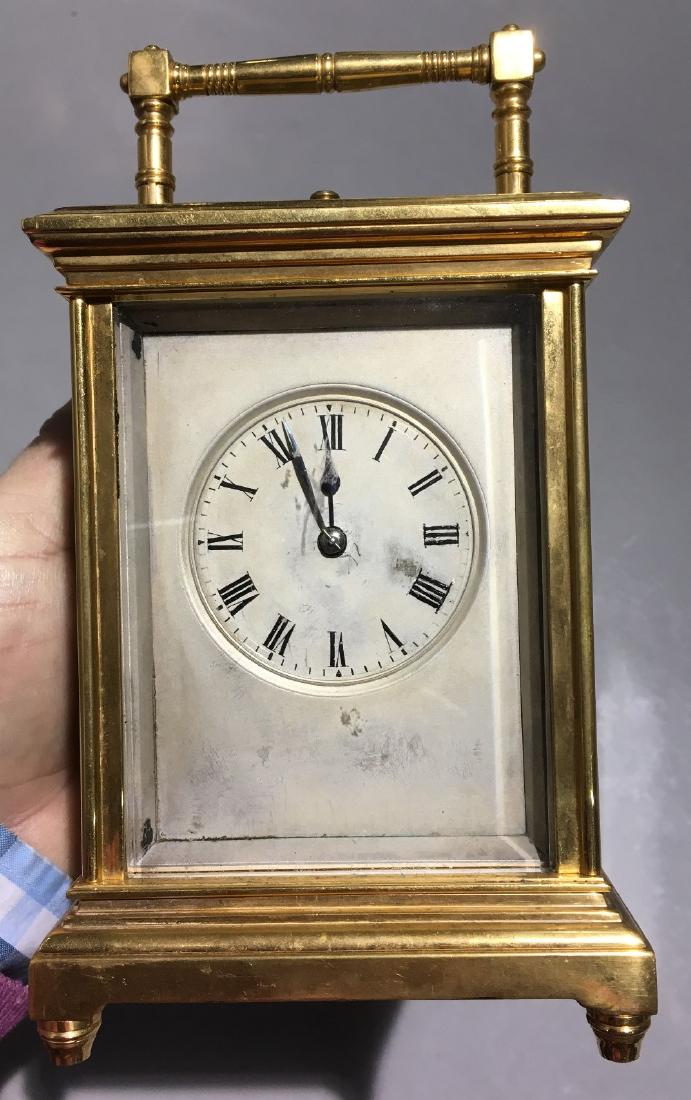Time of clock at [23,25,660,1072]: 11:55
